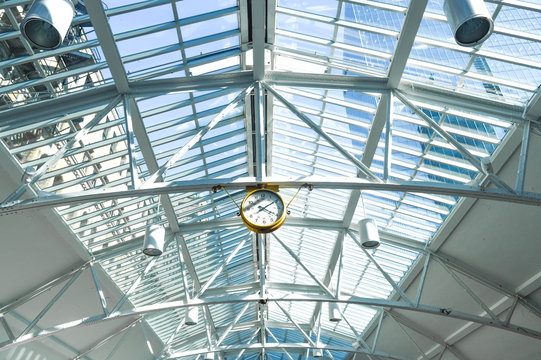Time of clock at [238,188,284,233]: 4:09
